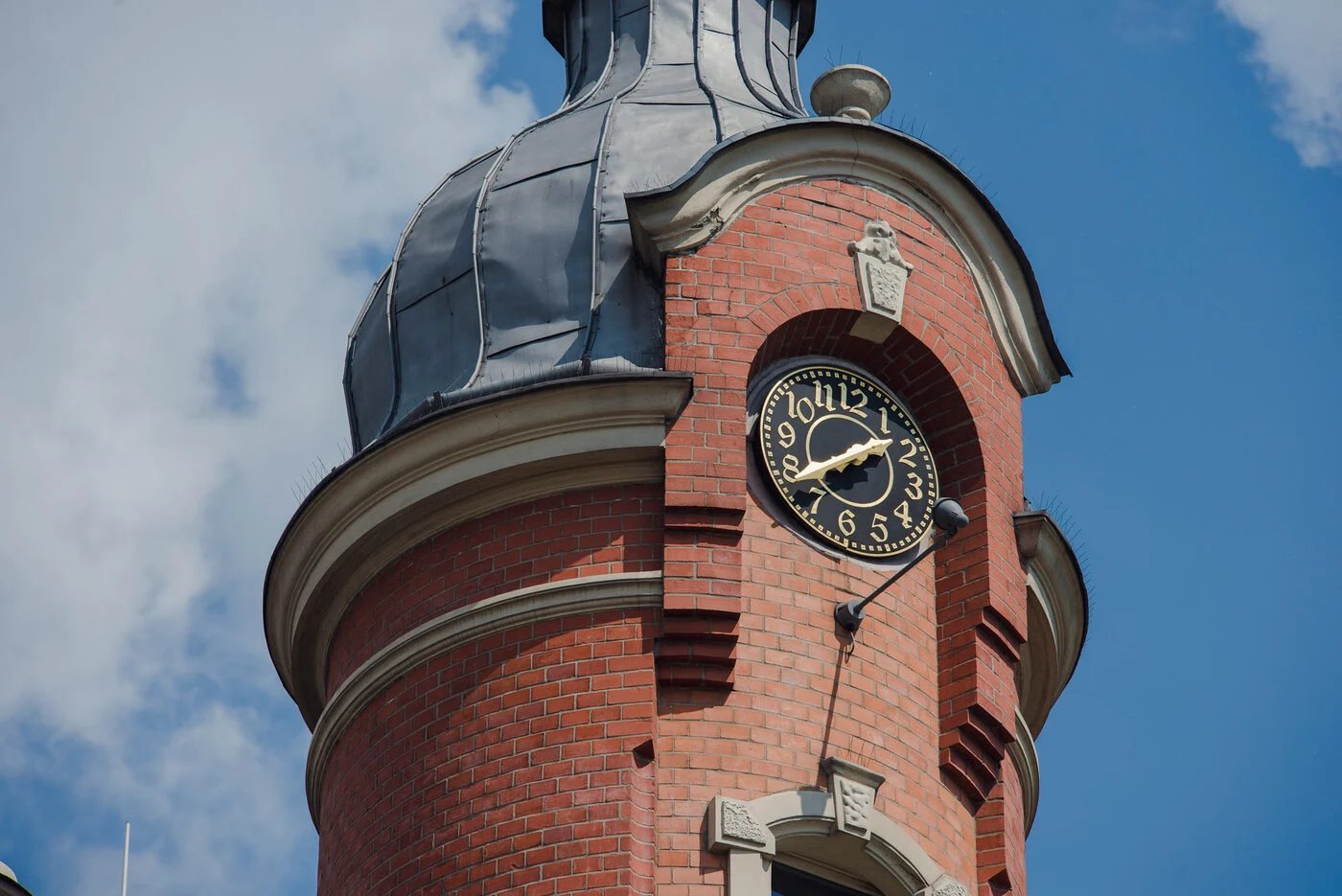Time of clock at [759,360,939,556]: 1:38
